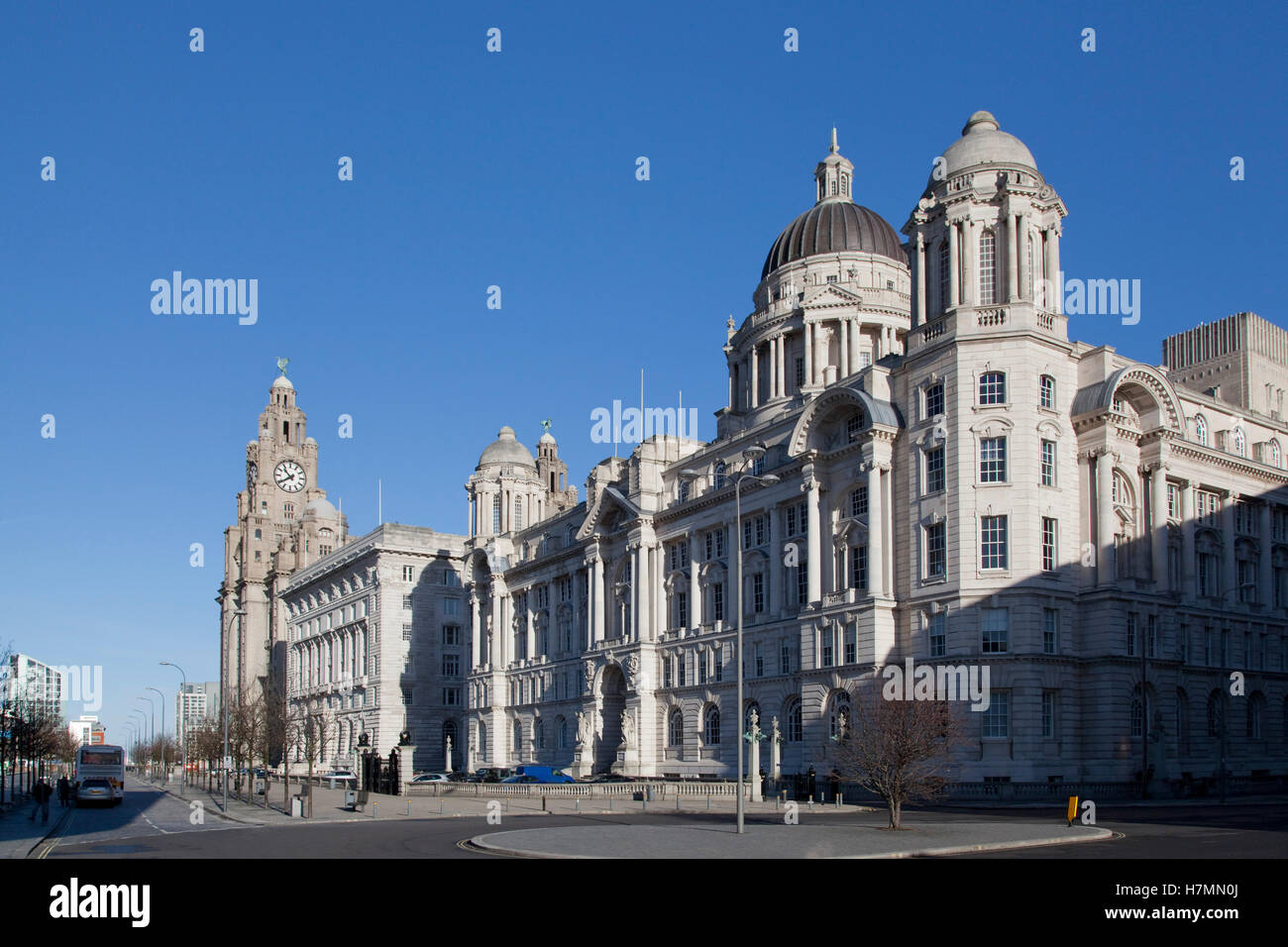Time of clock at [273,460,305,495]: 10:39
